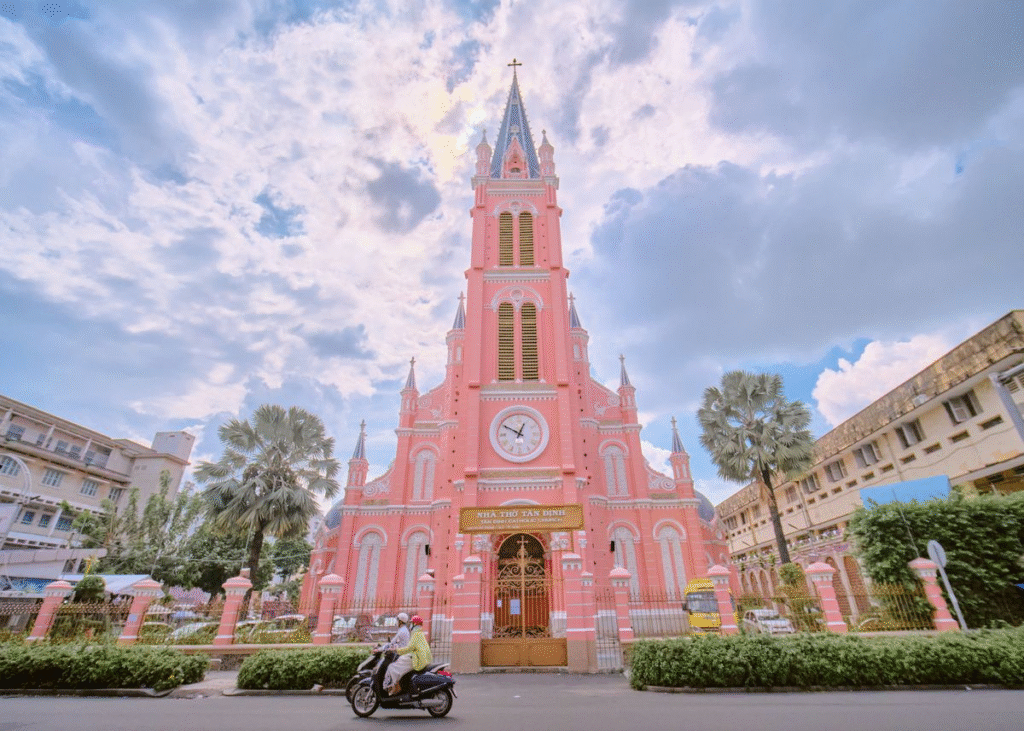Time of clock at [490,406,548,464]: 12:49
